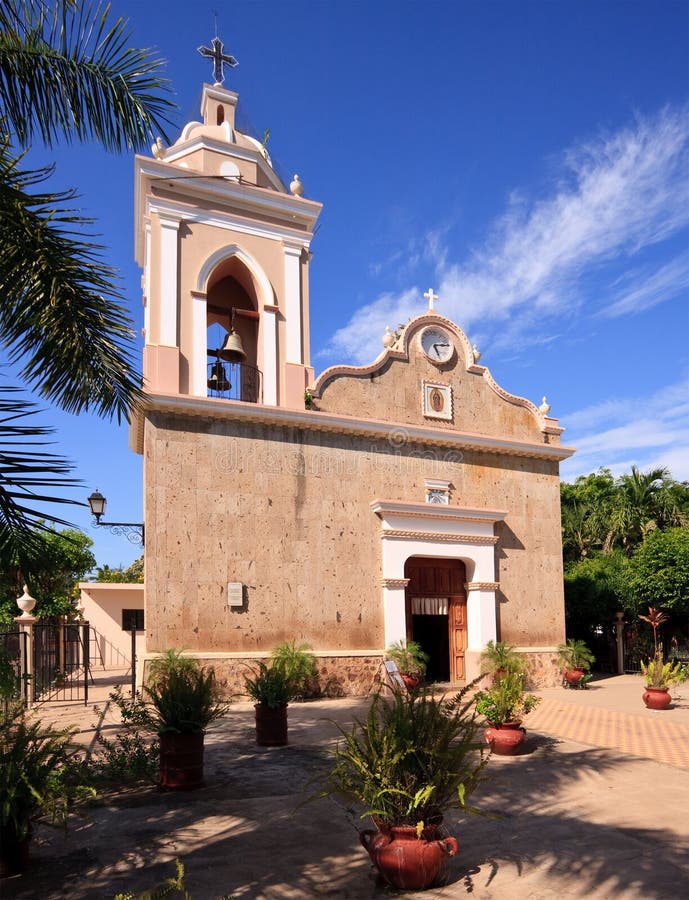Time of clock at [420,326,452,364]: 5:13
